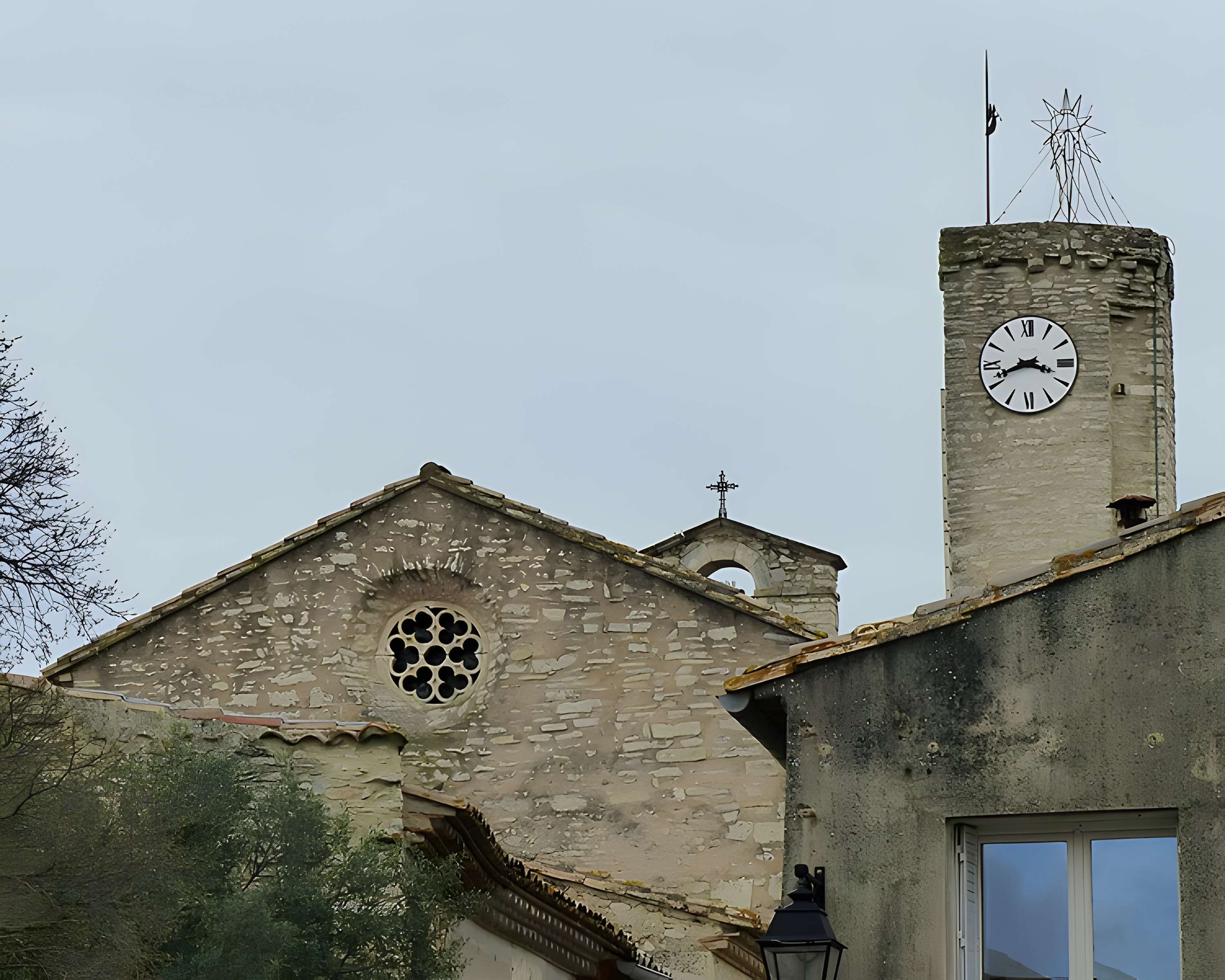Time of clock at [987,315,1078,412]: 3:41
